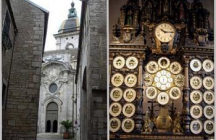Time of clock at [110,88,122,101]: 12:52
